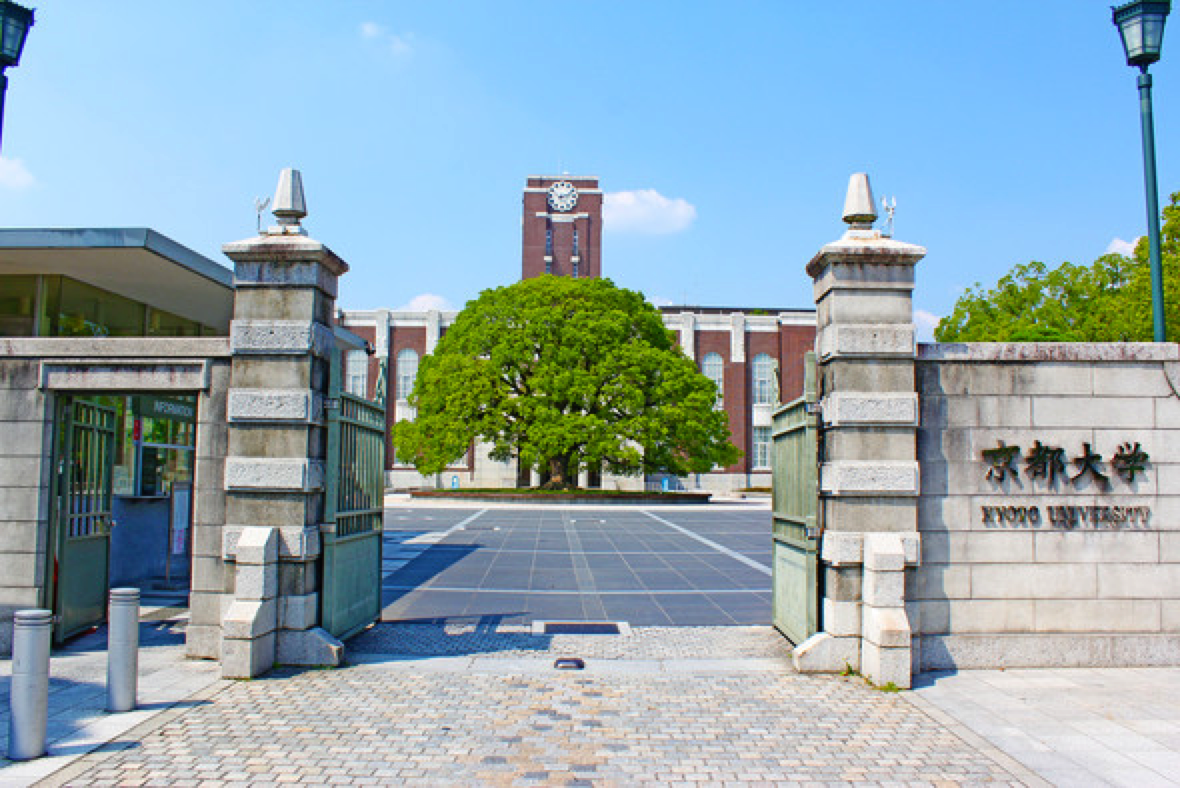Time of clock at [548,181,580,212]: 3:12
